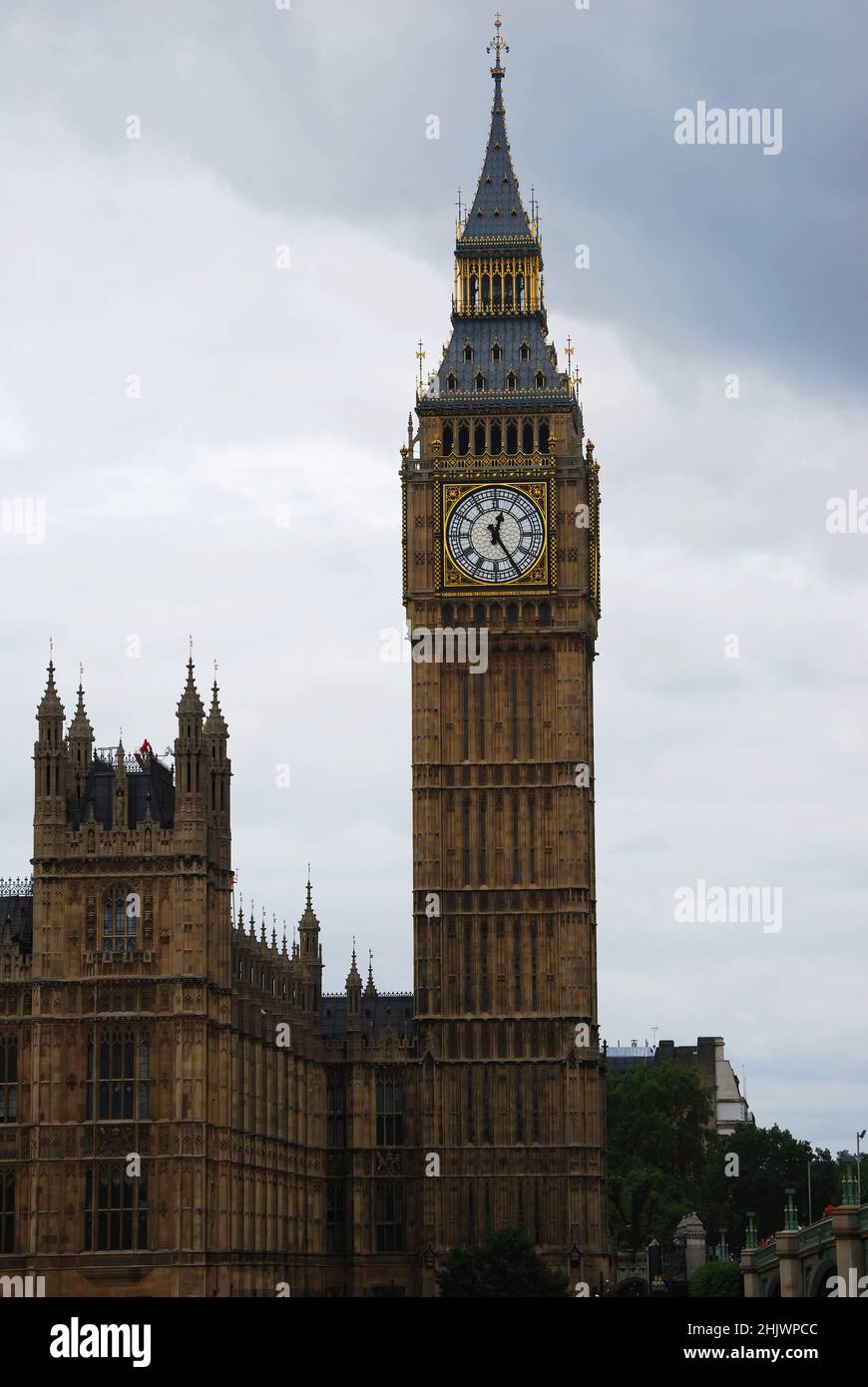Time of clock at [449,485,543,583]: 12:24
